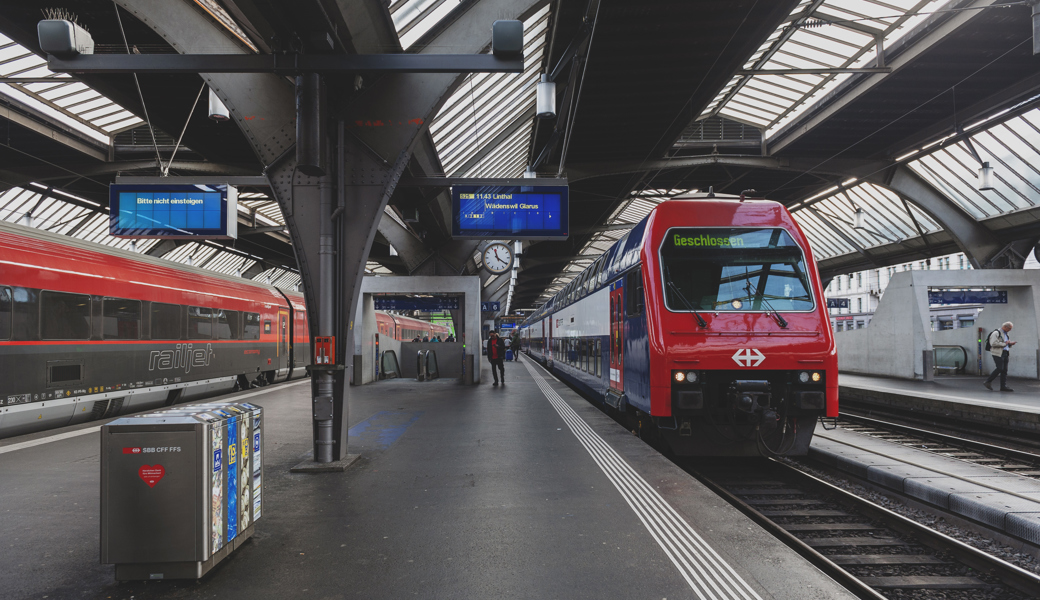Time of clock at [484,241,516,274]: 11:20
